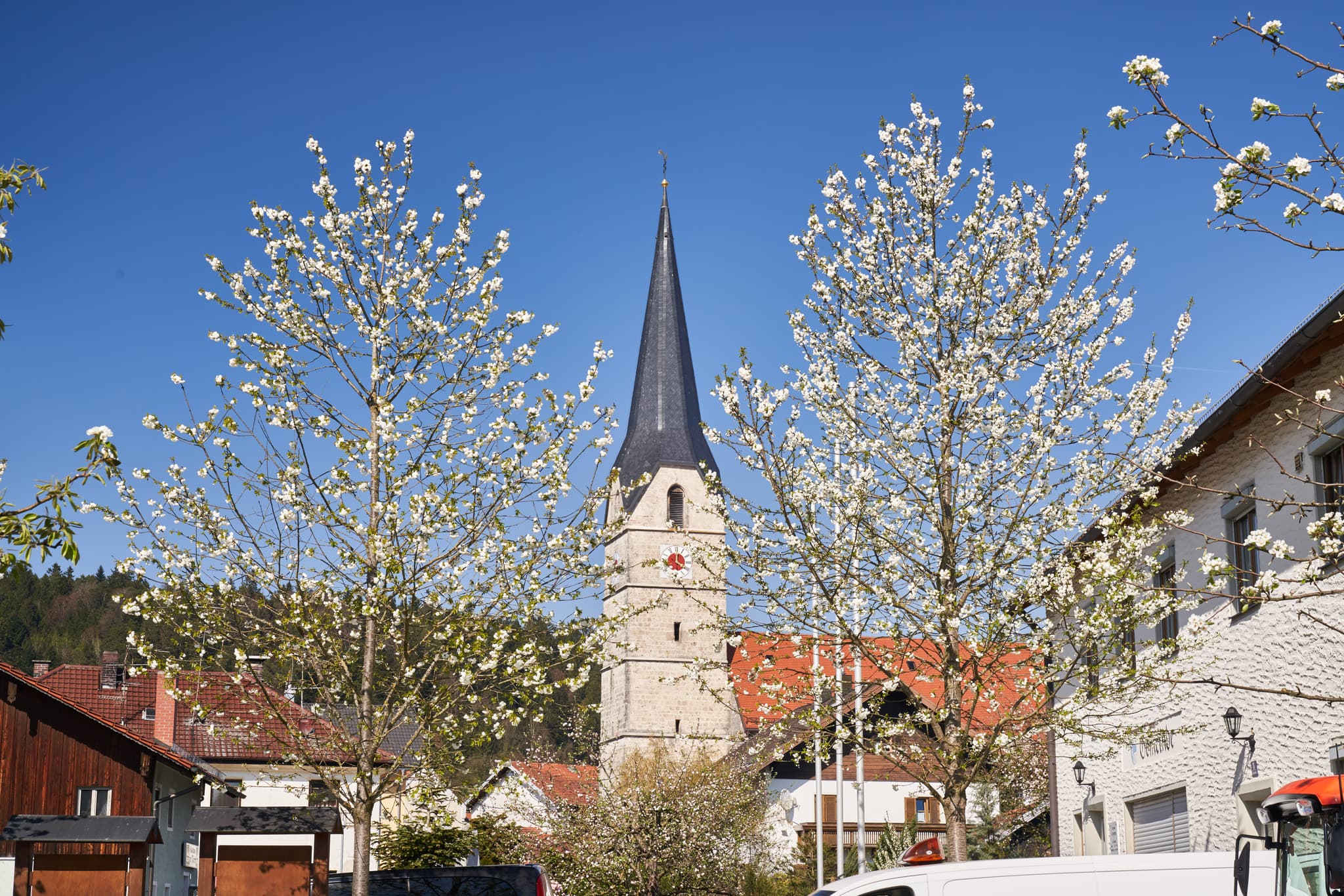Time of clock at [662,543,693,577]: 4:01
